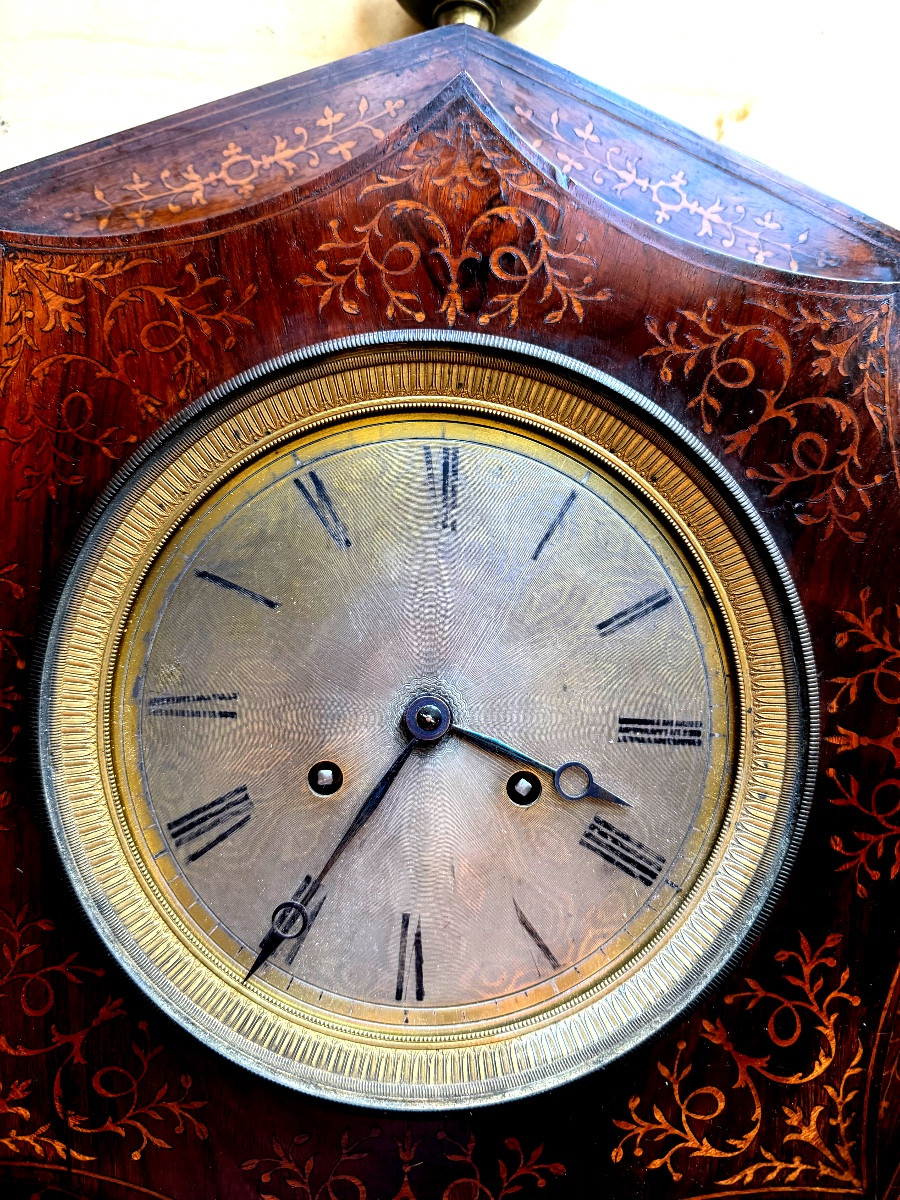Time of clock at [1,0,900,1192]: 3:35
